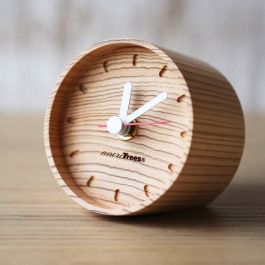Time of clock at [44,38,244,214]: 12:08
